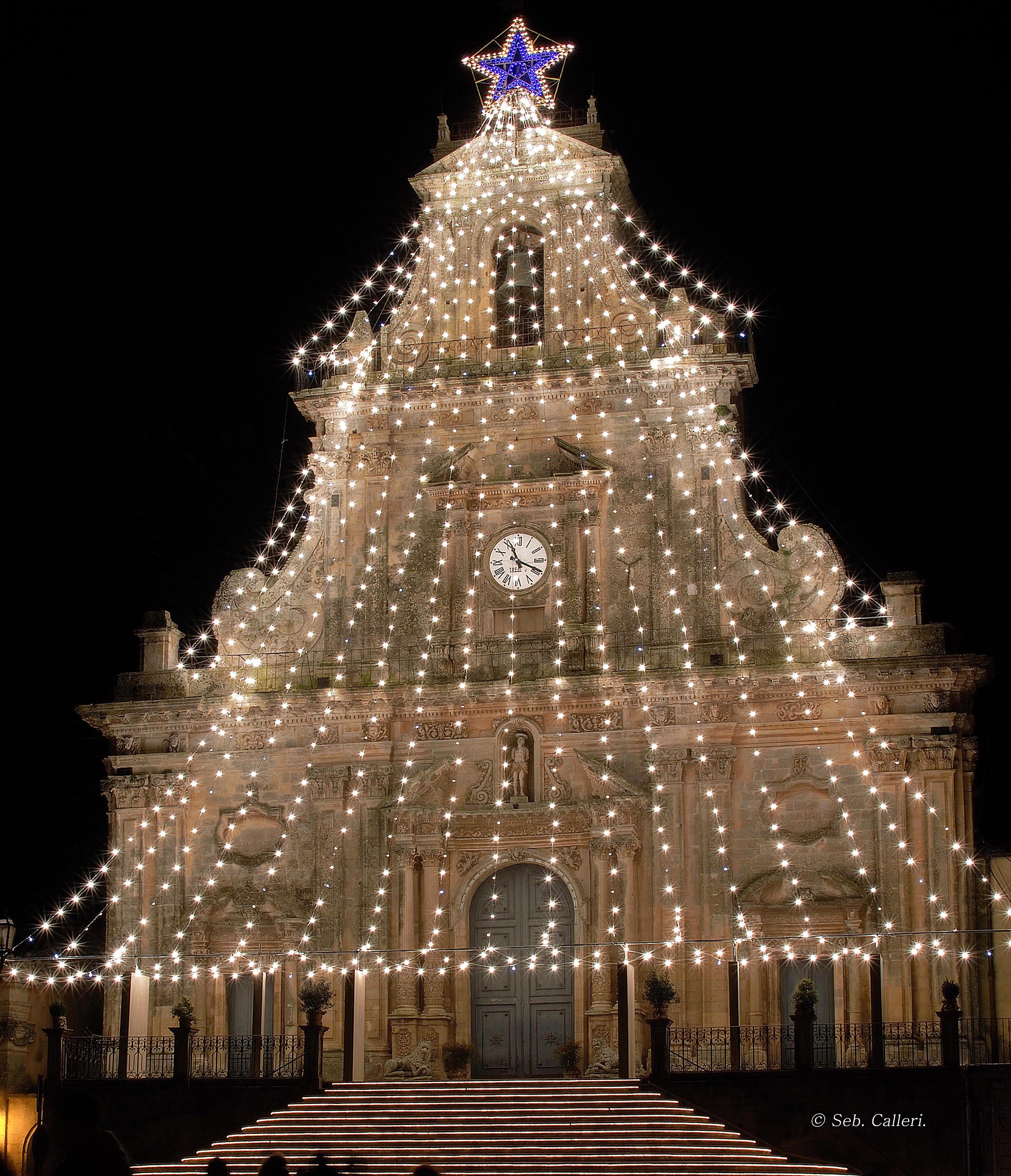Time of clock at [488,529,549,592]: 11:18
